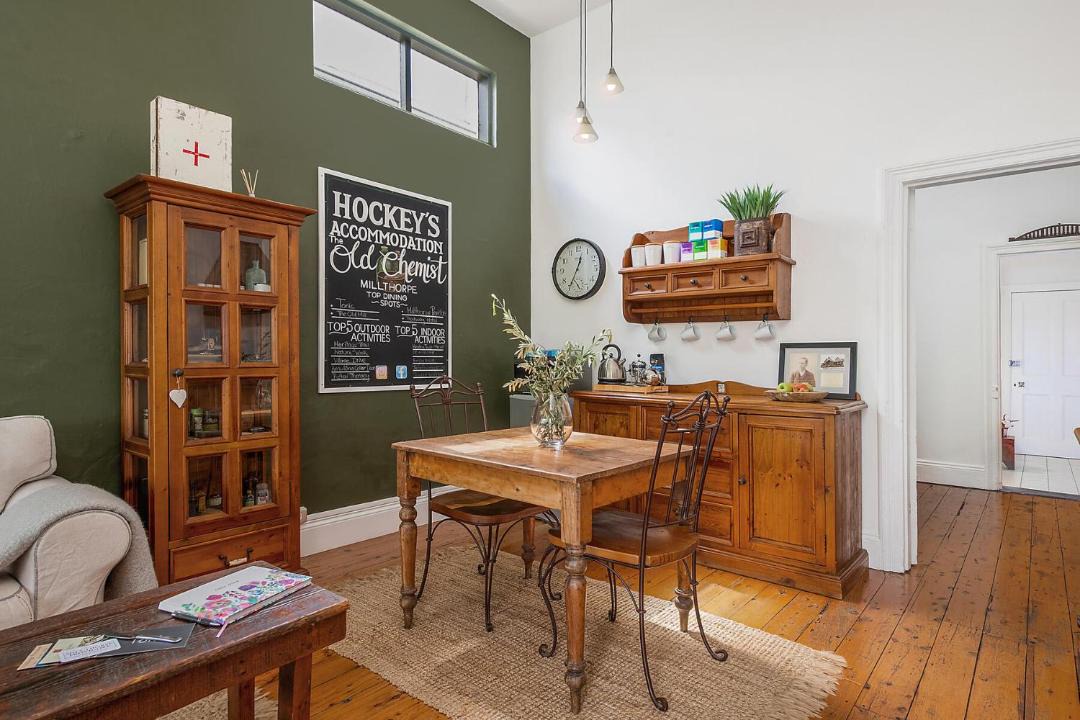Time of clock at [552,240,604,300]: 12:34
